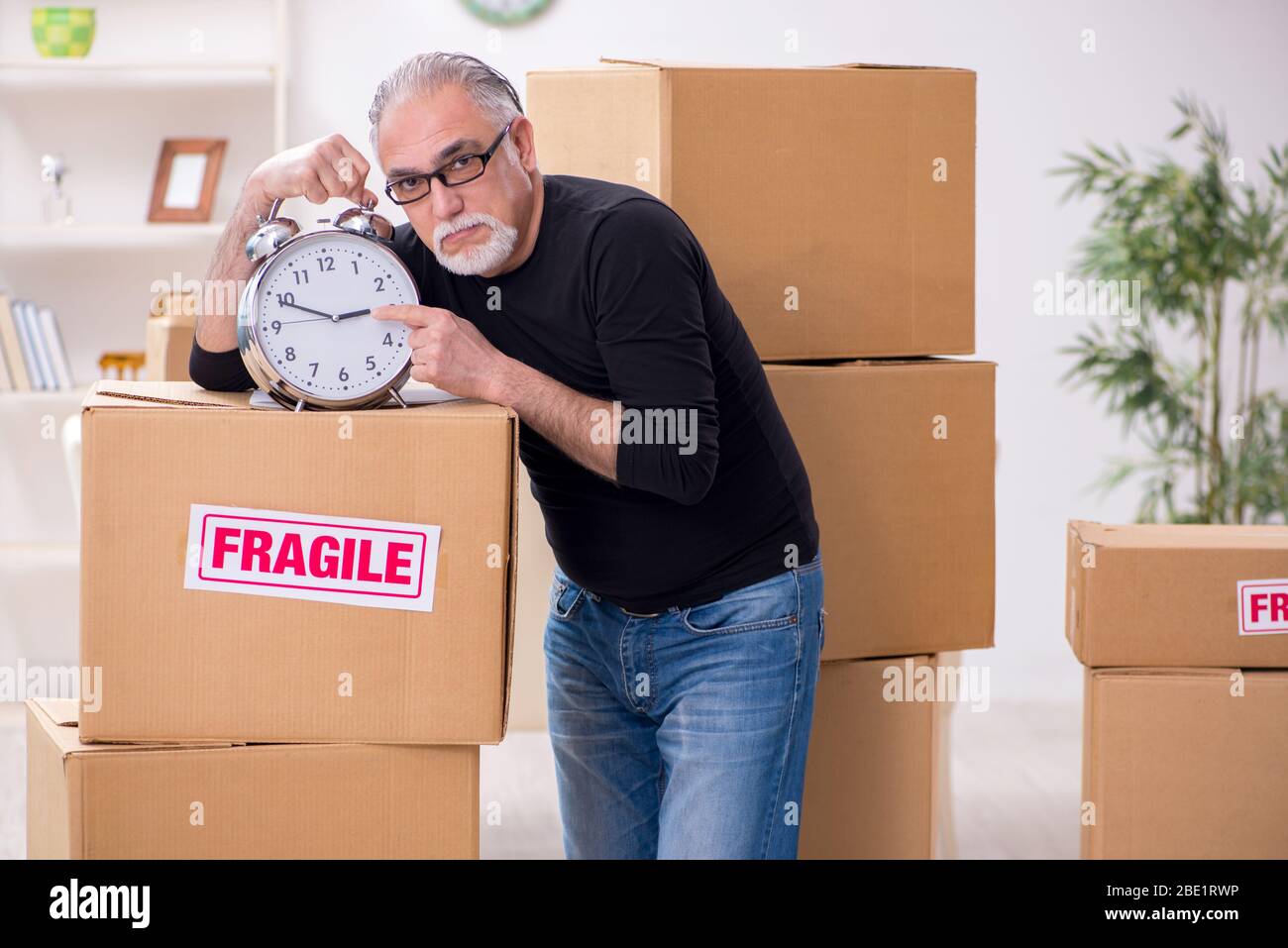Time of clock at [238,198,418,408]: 2:49
